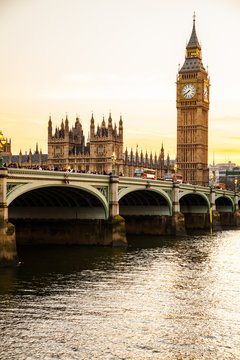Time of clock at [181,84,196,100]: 7:39
